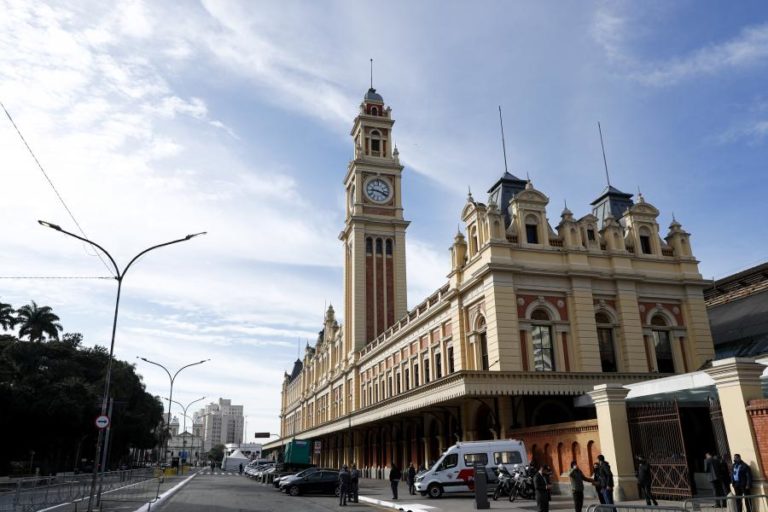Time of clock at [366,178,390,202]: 9:18
